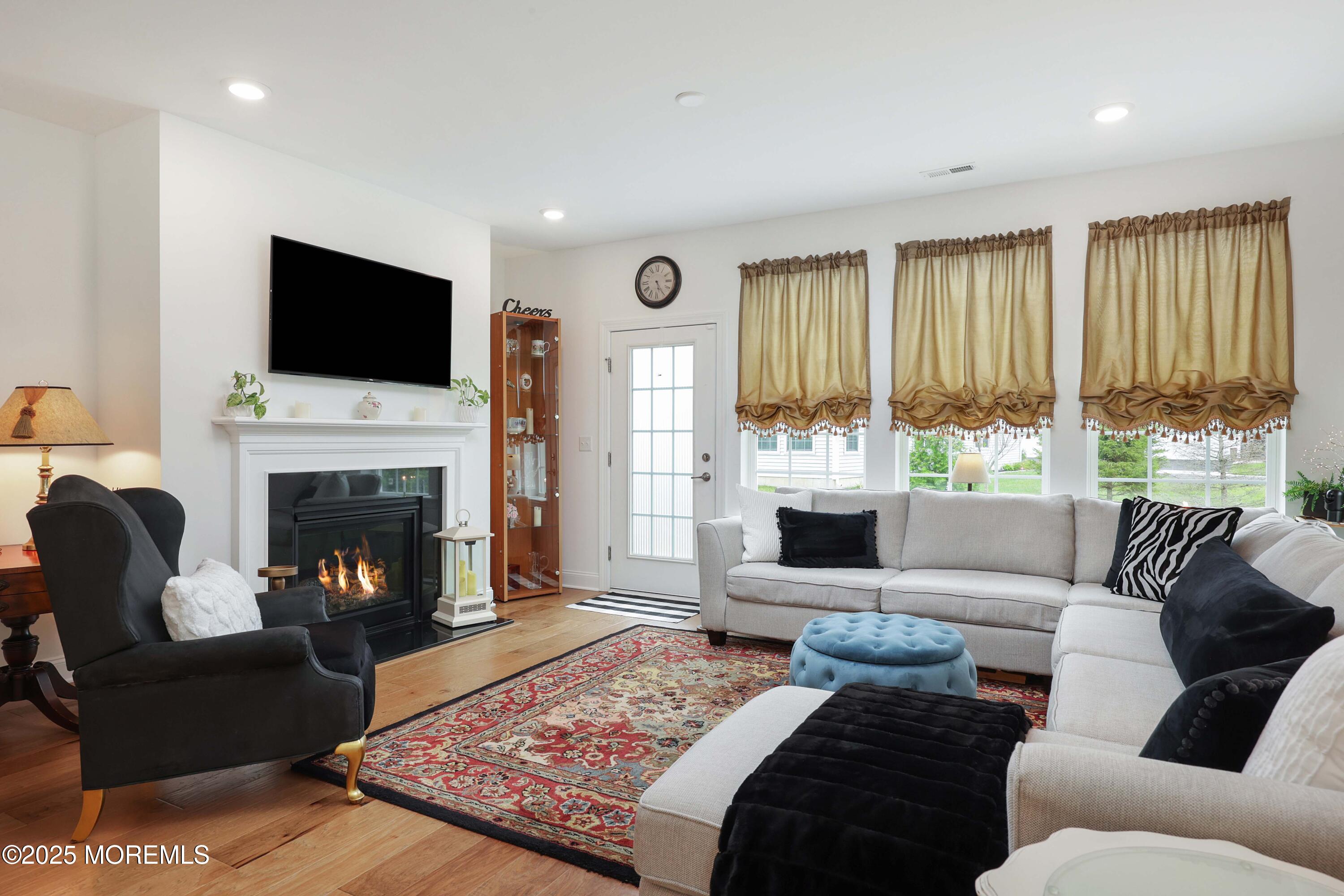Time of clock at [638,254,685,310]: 5:24
